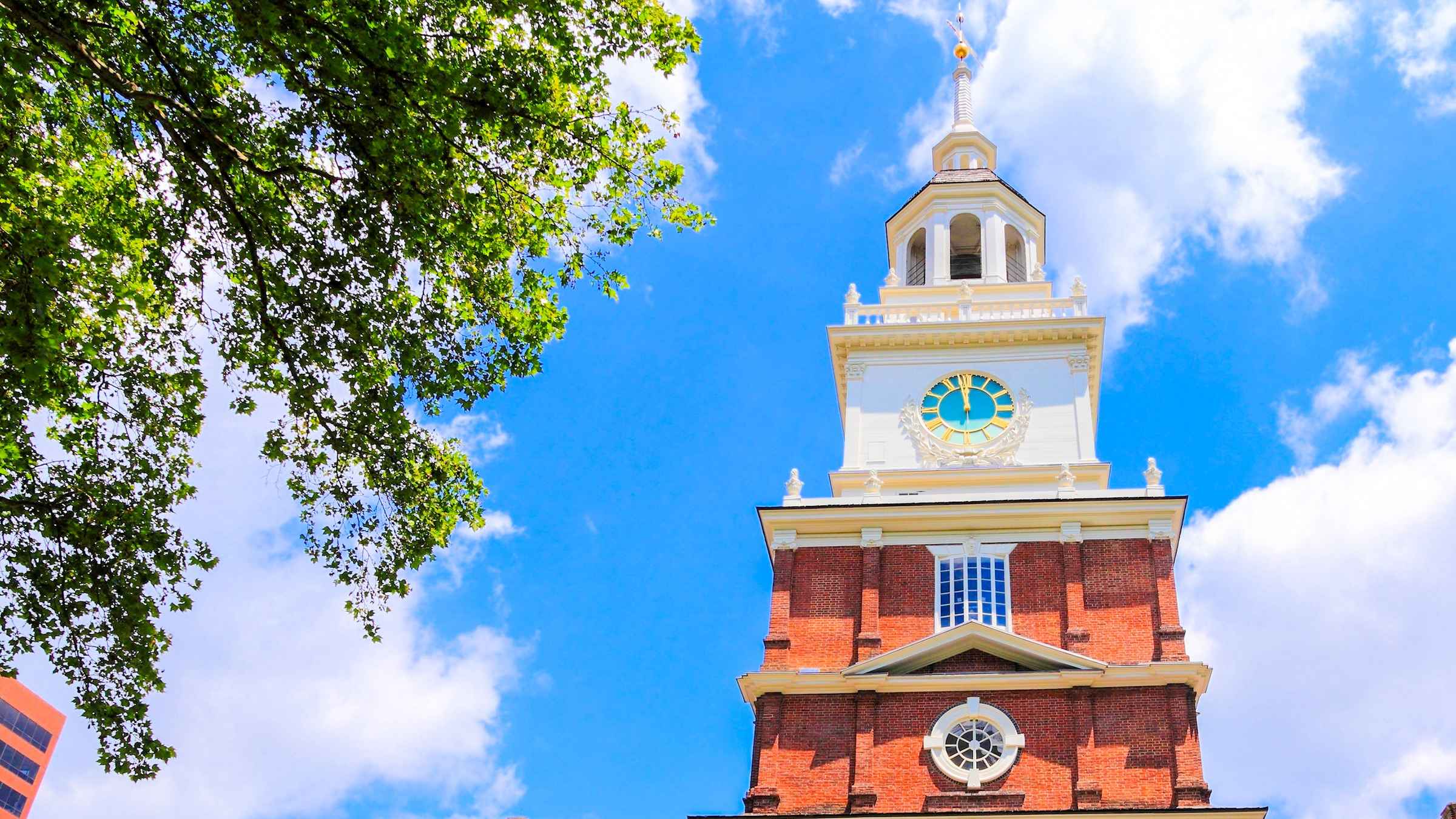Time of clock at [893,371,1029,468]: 11:58
